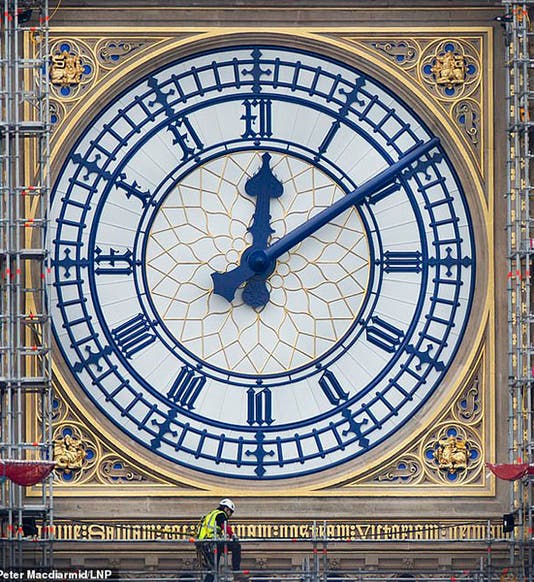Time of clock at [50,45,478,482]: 12:09
